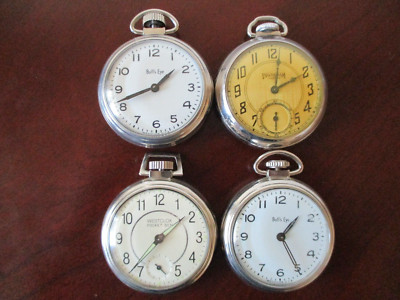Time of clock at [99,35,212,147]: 1:41
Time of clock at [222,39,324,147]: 2:01
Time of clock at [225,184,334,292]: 1:25
